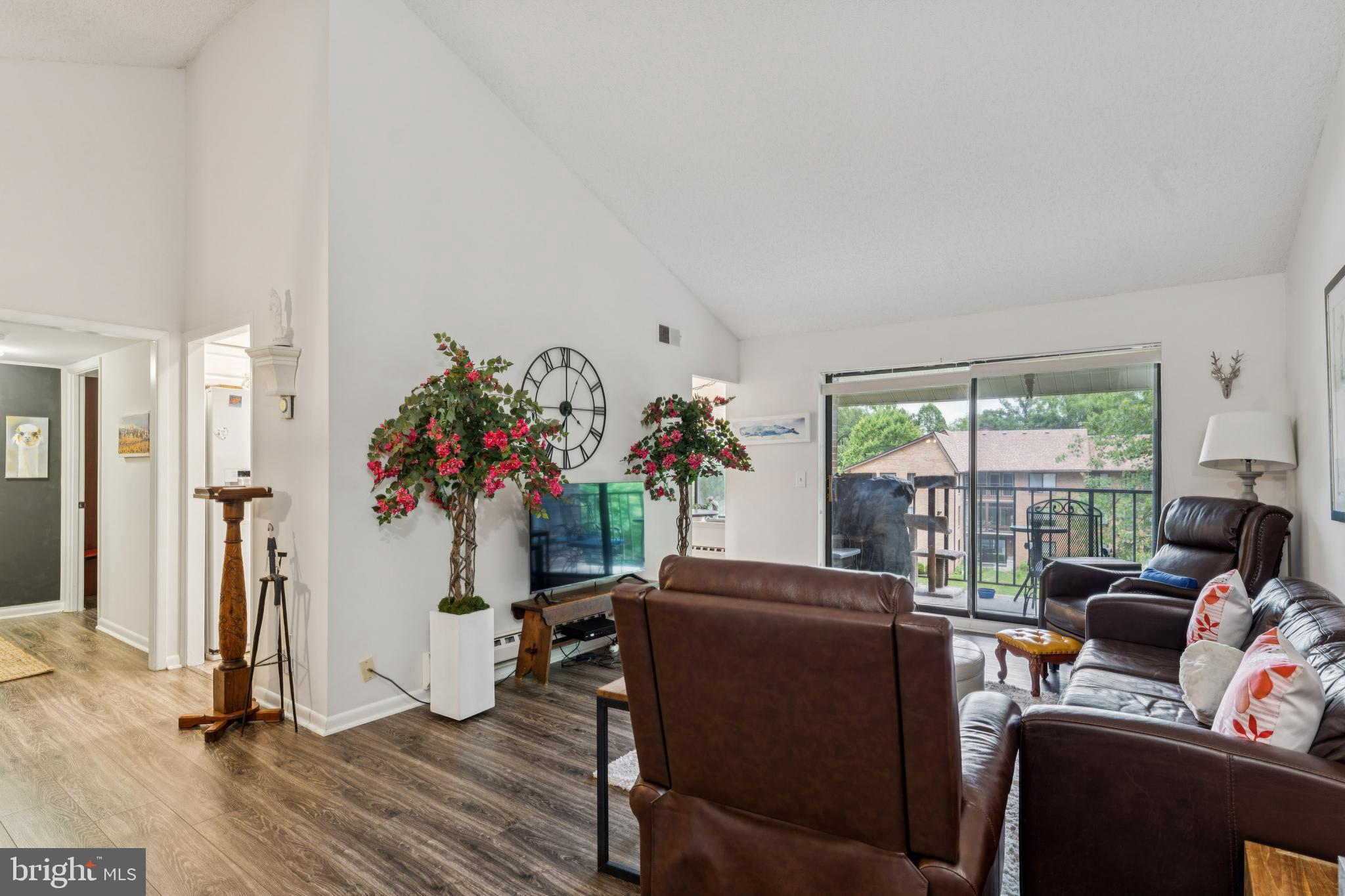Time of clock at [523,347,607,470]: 7:00
